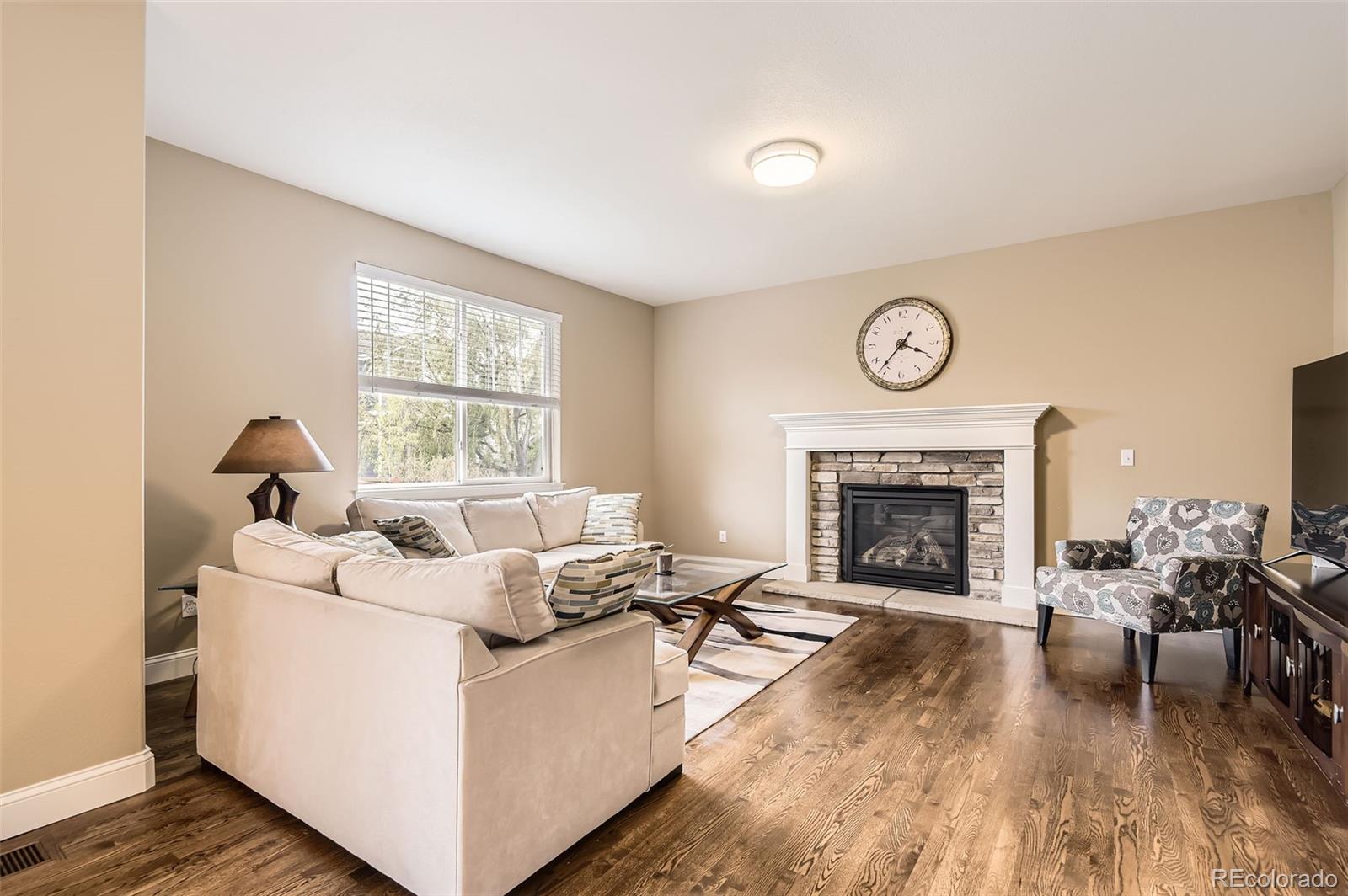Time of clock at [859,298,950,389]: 3:36
